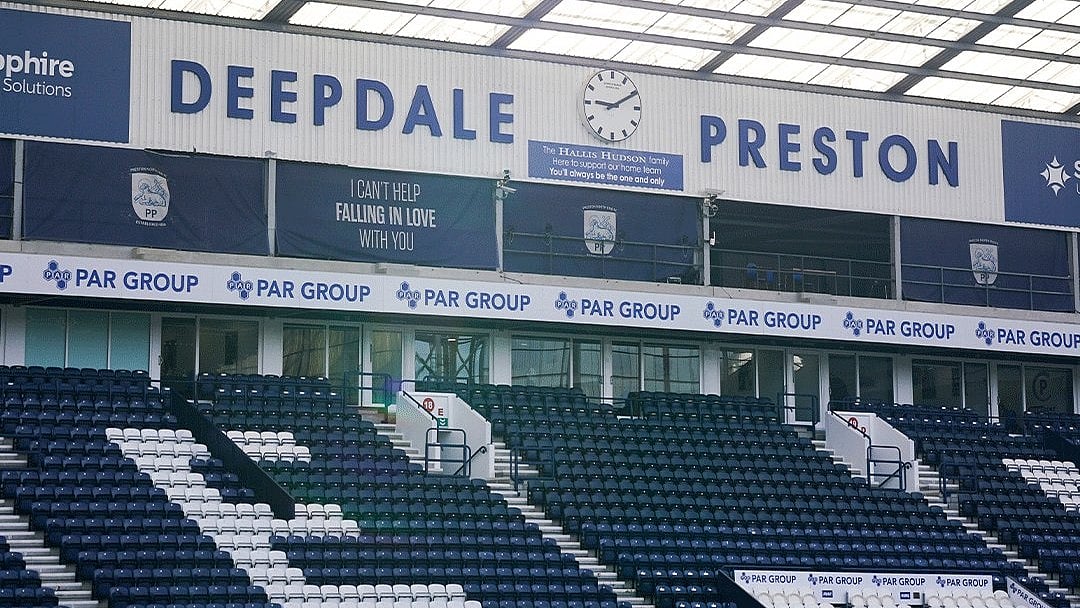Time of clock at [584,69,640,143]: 9:10
